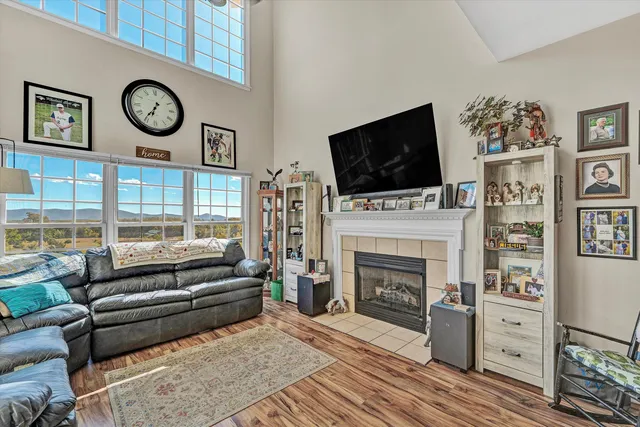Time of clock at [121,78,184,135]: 6:35
